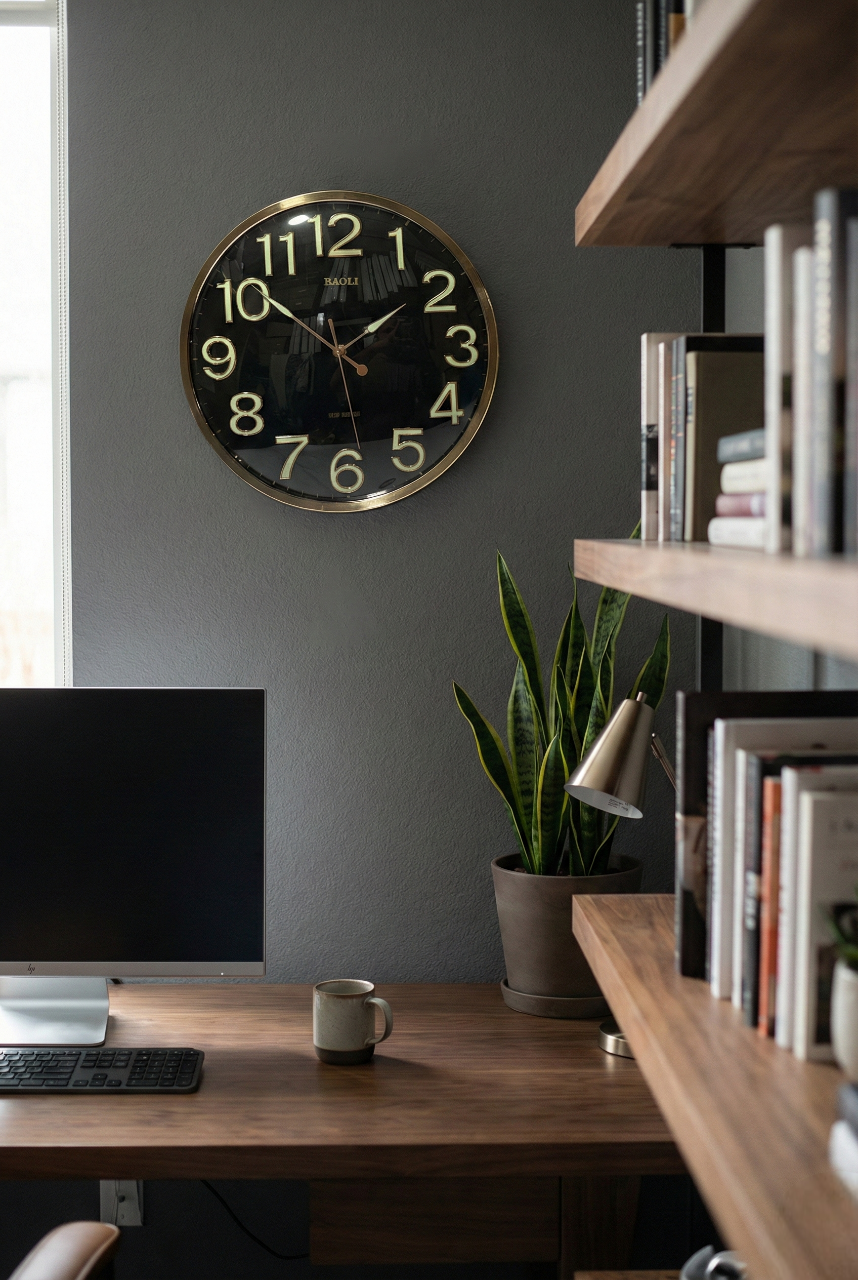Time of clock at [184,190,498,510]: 1:51
